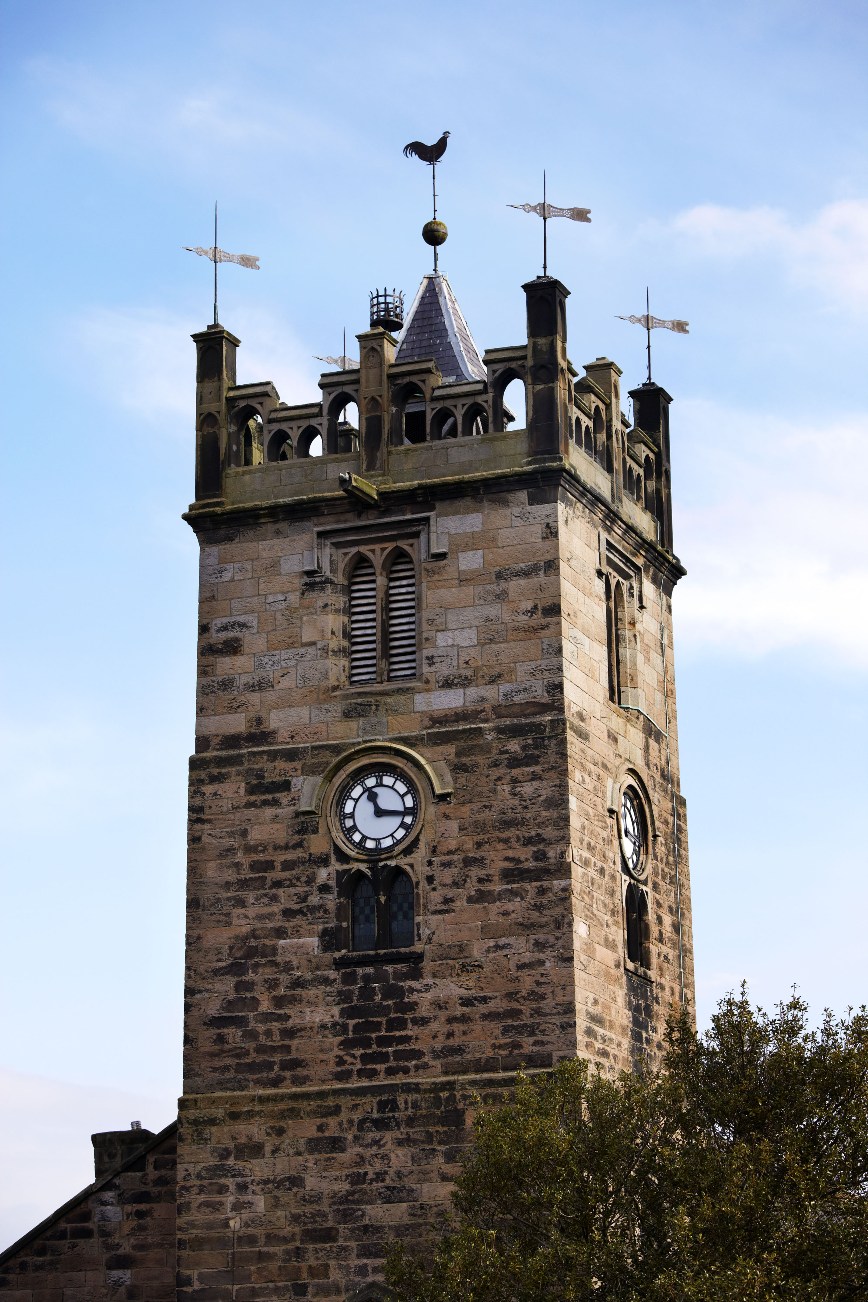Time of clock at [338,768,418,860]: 11:16
